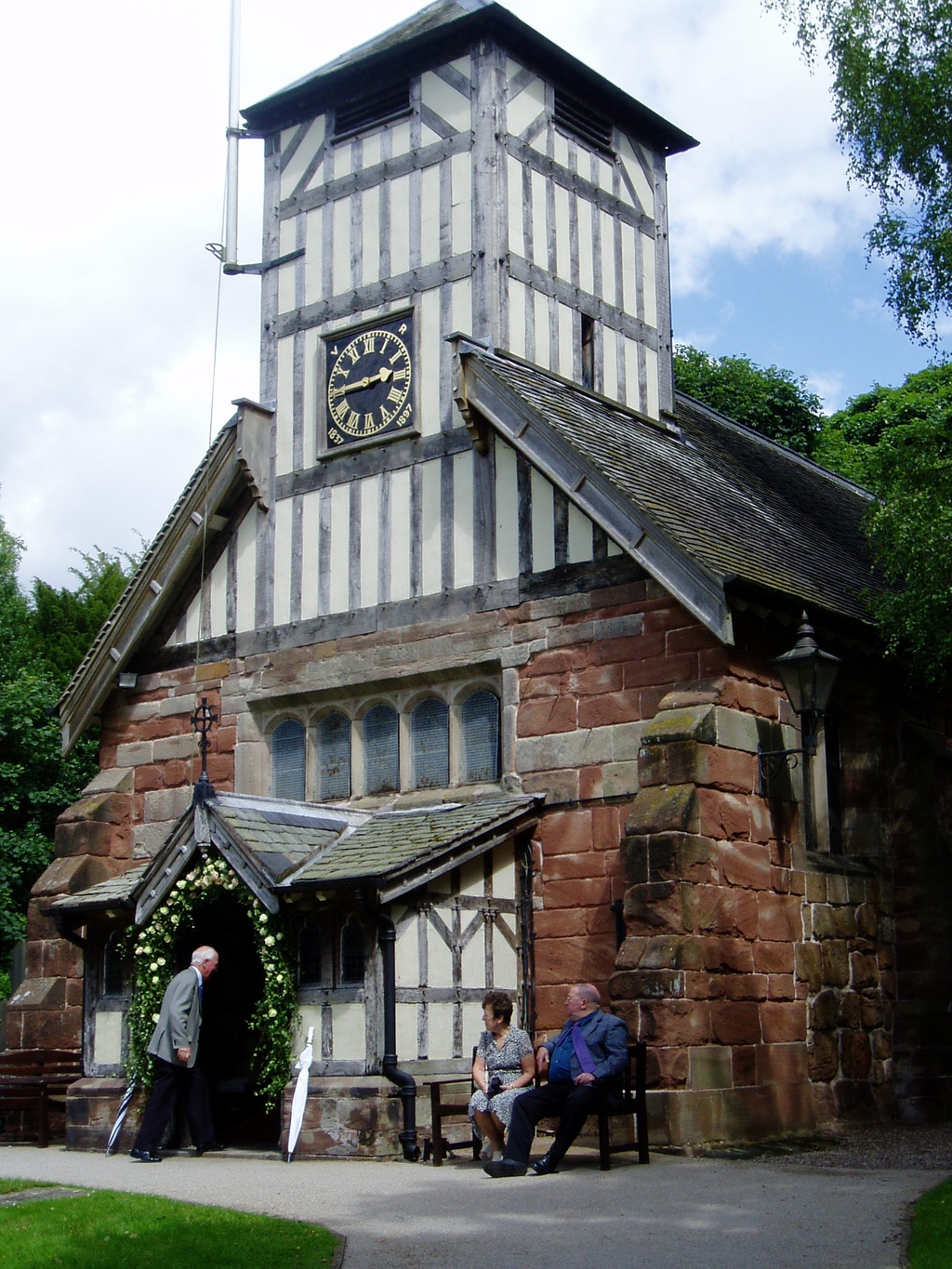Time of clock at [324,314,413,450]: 2:45
